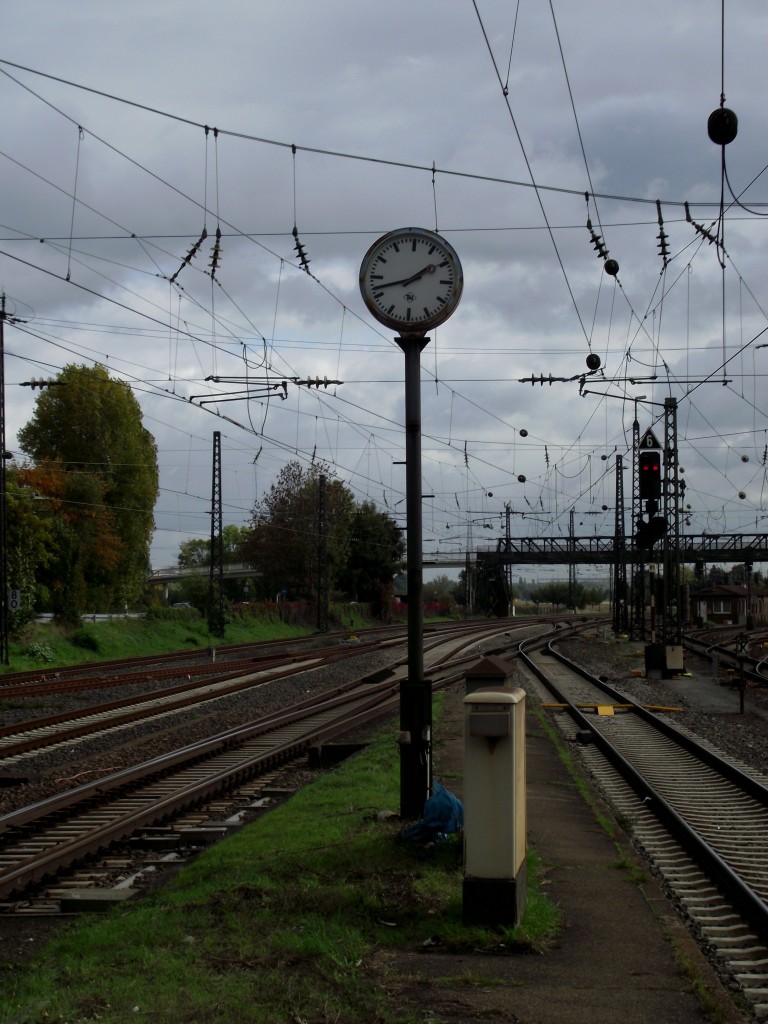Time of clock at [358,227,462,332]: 1:42
